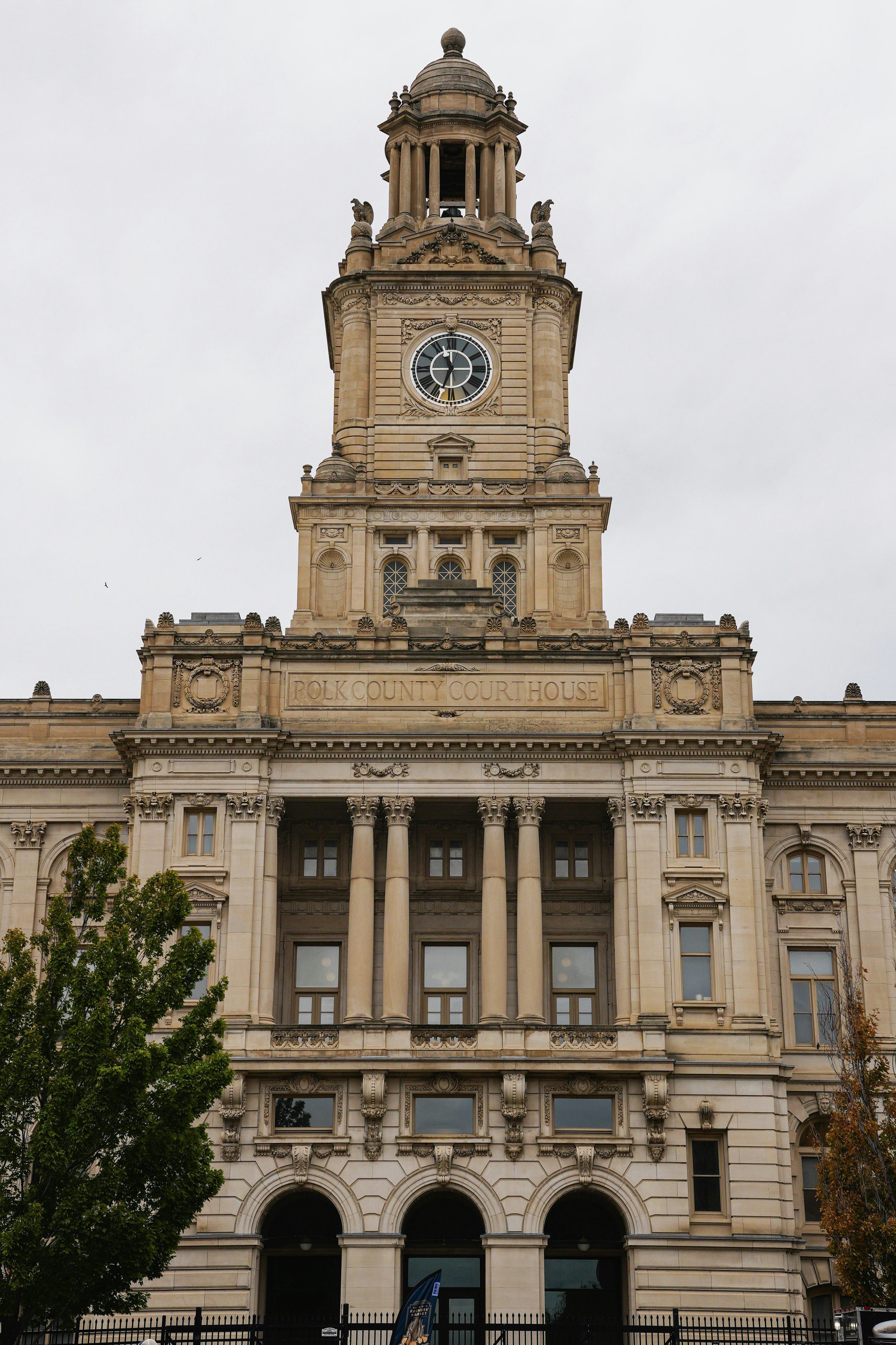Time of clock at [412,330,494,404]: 11:33
